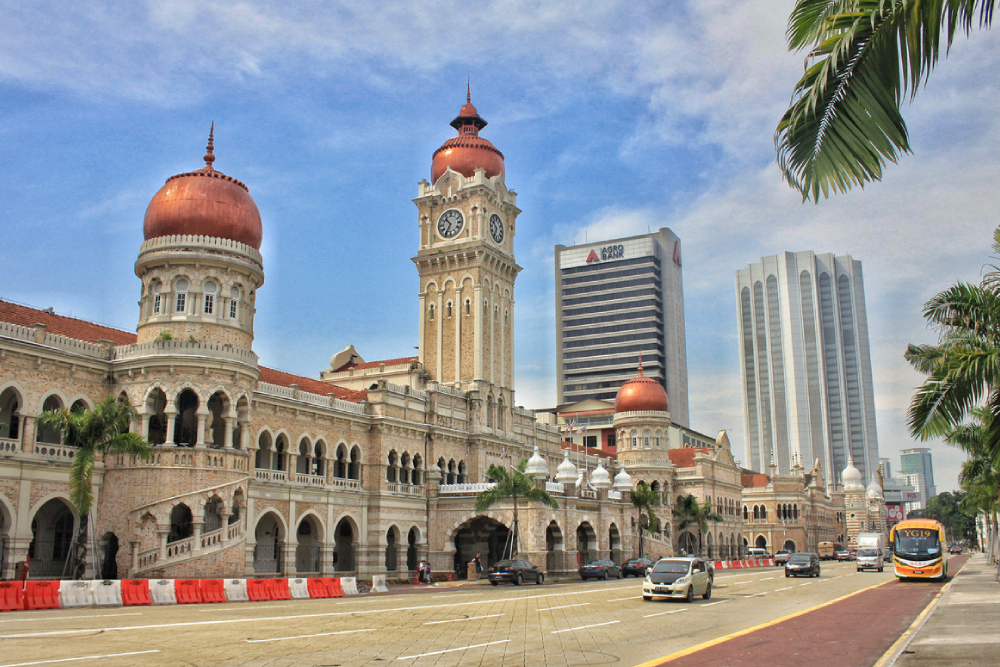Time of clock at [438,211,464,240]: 10:34
